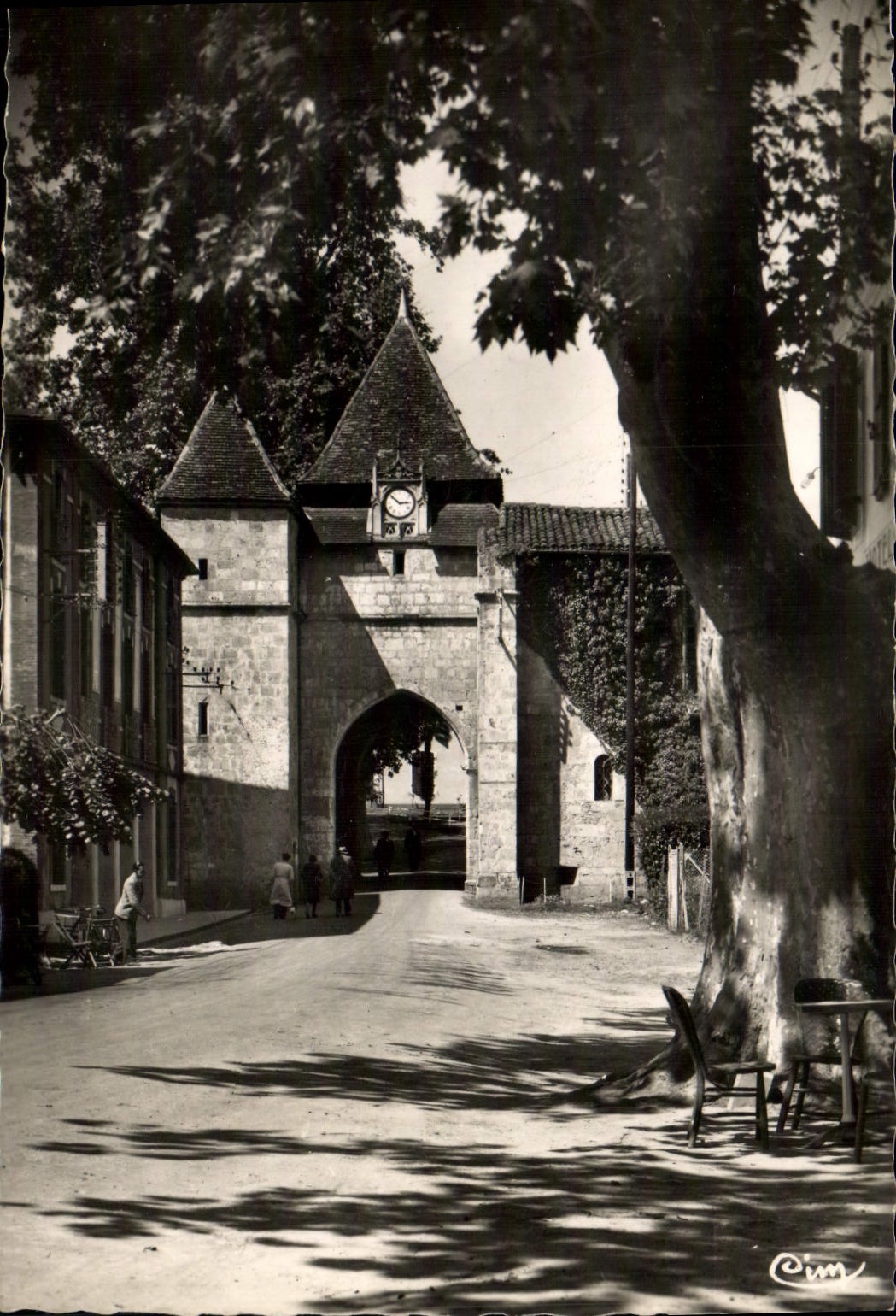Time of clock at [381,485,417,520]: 2:52
